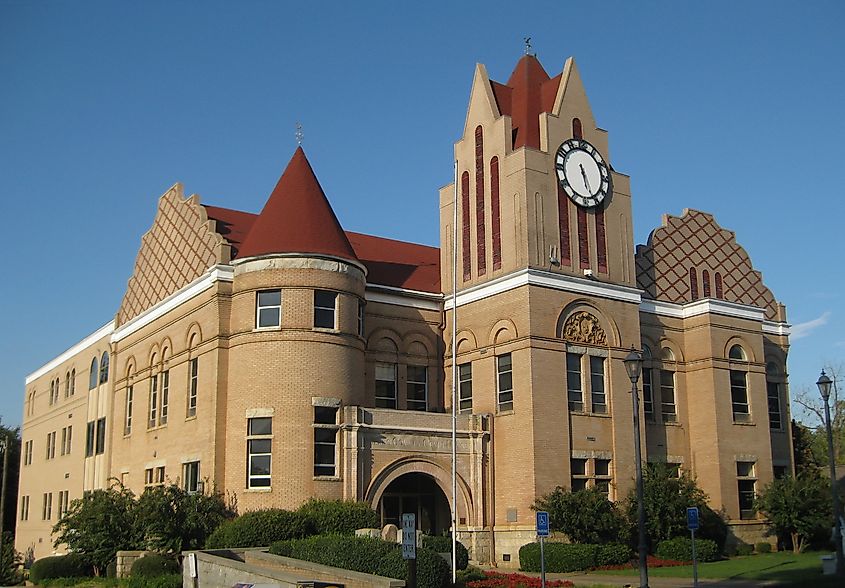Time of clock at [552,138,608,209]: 5:26
